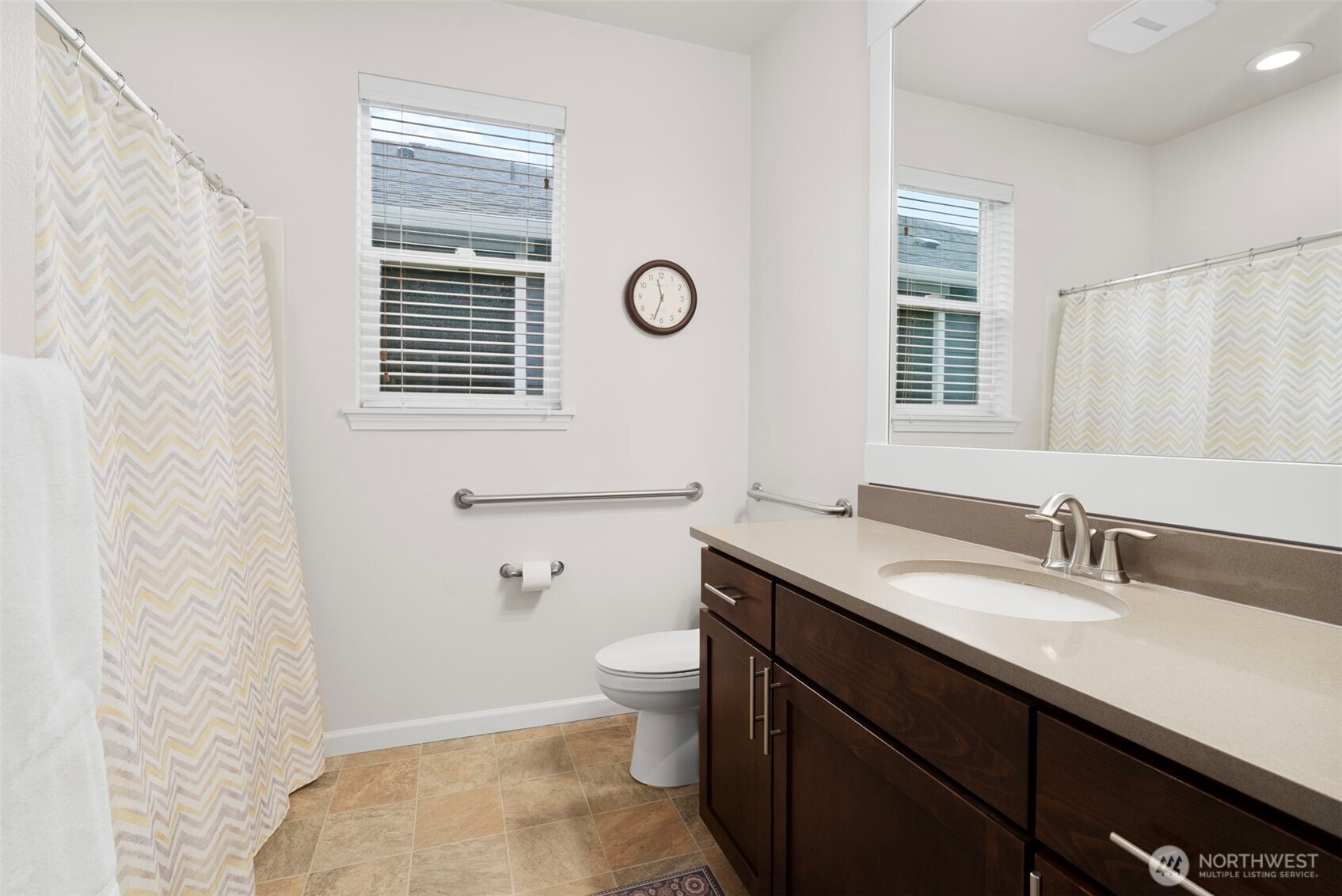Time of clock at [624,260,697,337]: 11:33
